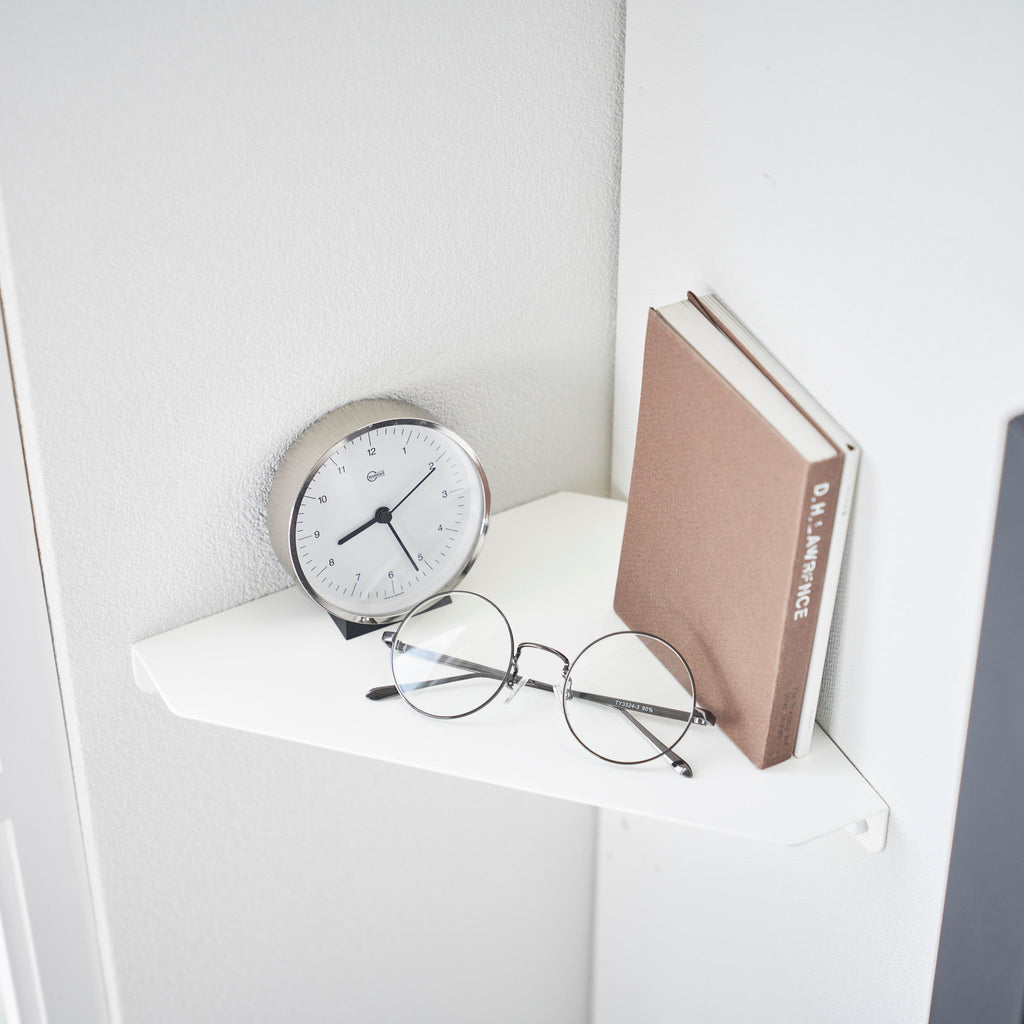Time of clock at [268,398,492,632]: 8:26
